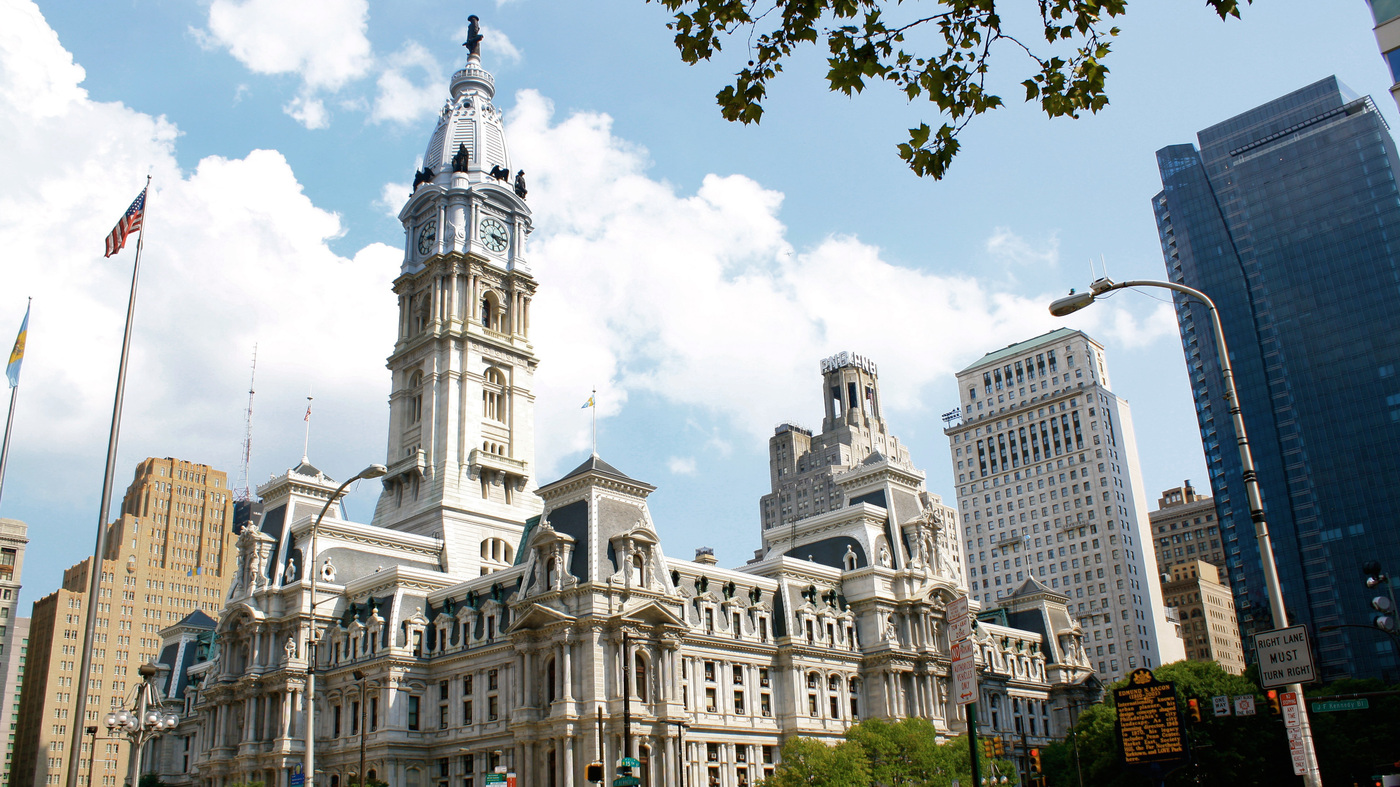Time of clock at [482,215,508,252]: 4:14
